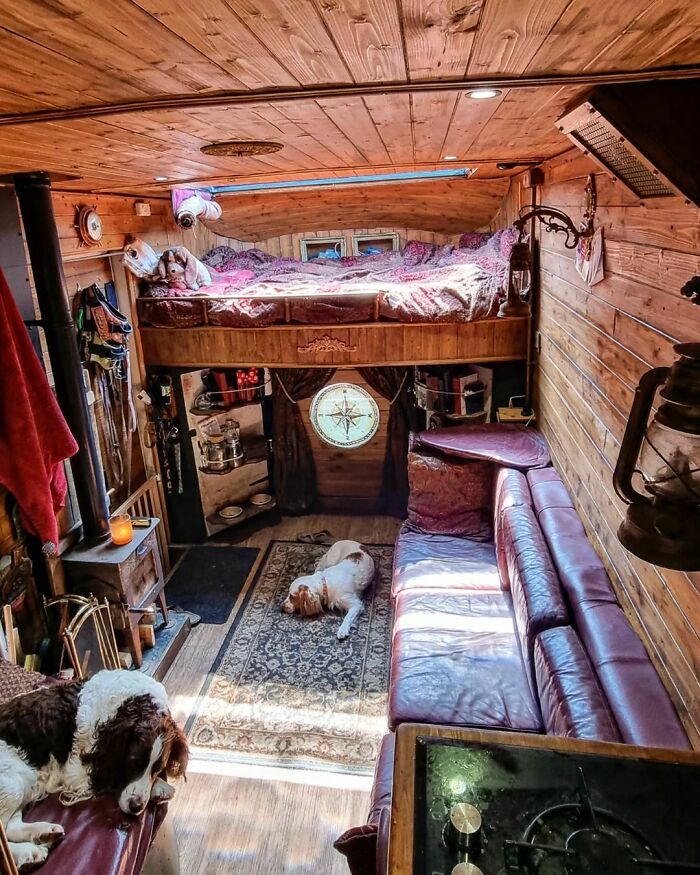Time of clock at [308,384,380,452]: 6:14
